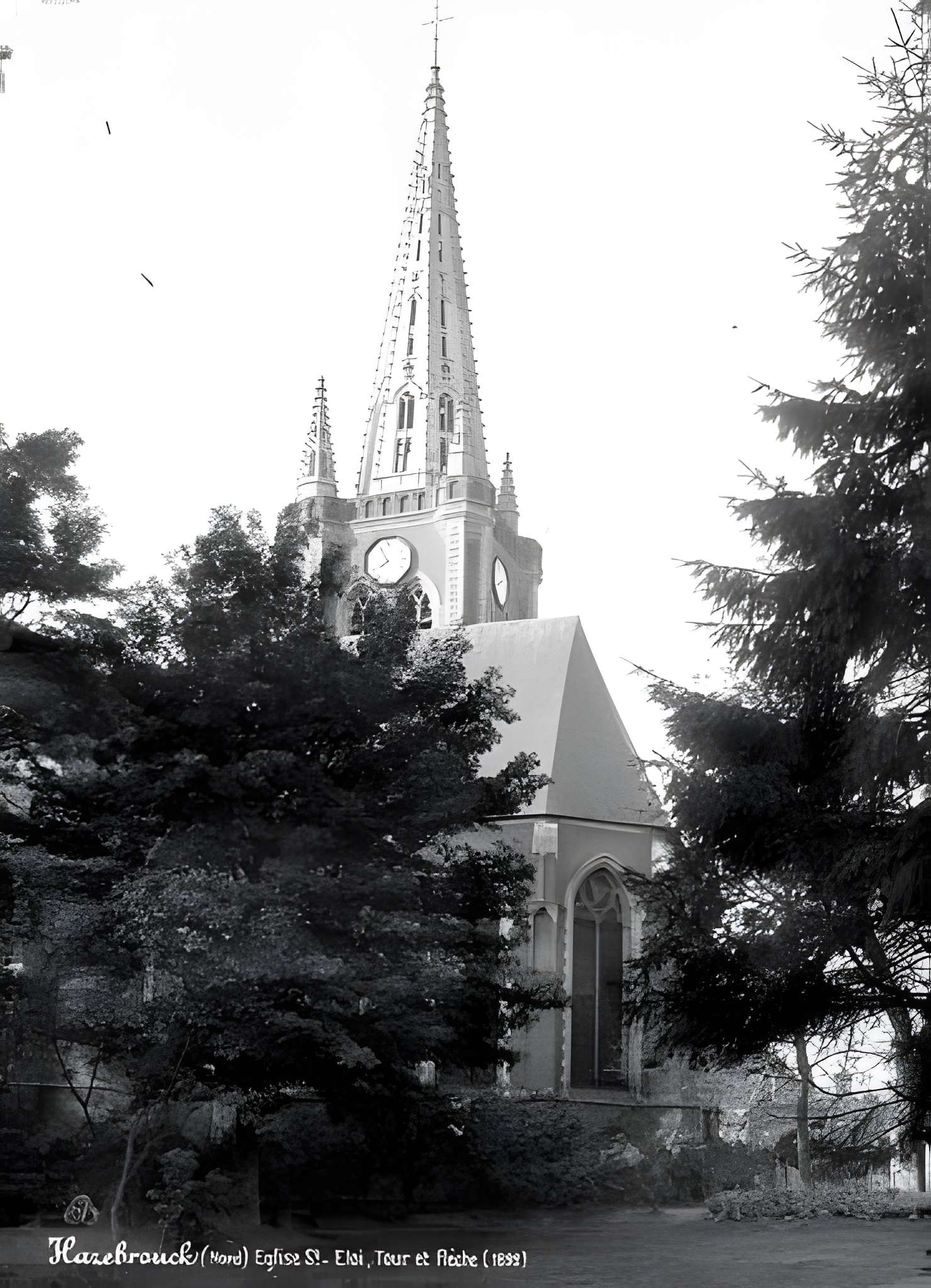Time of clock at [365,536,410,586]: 7:55
